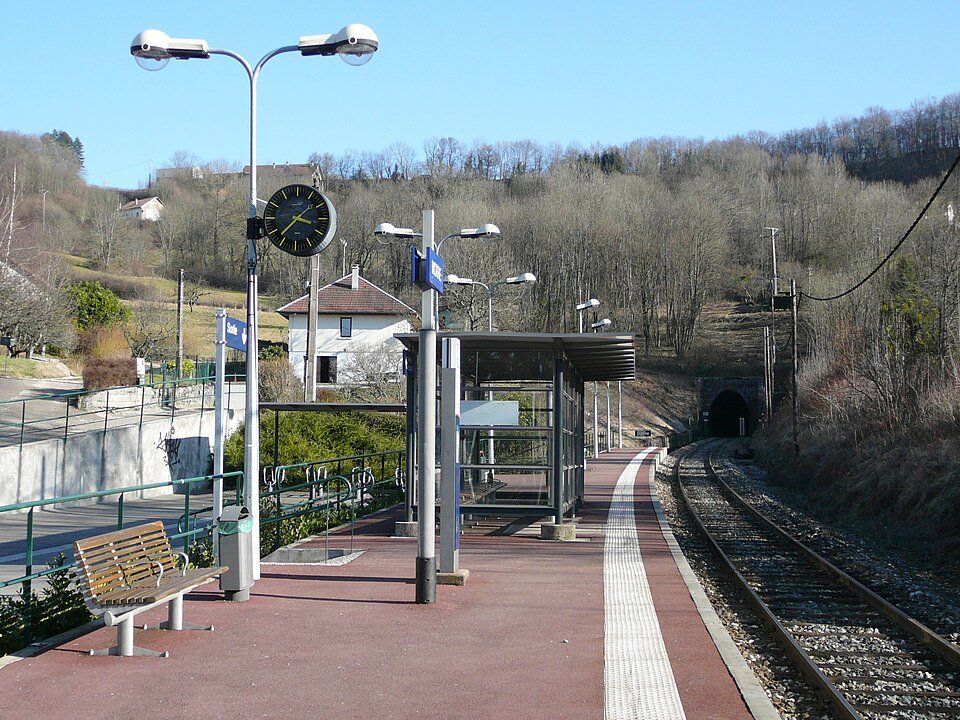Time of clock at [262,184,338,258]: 3:37
